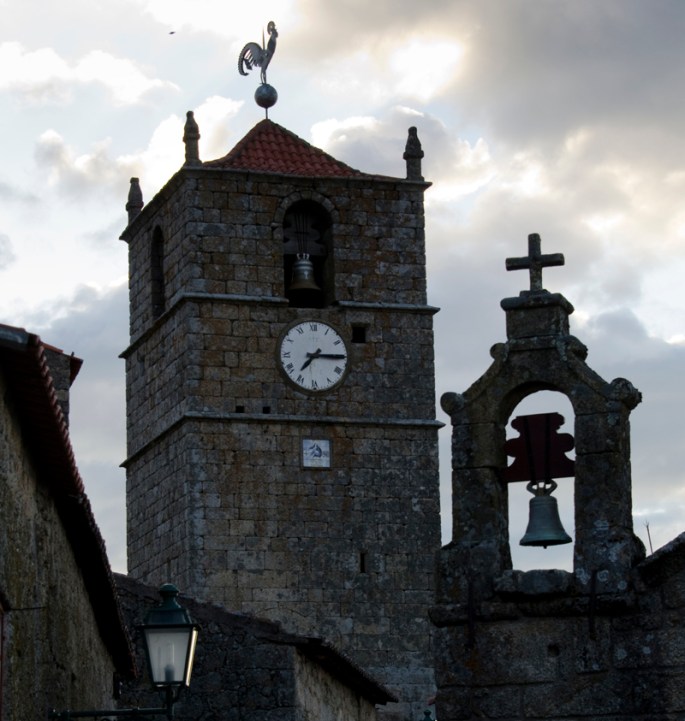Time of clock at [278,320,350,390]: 7:15
